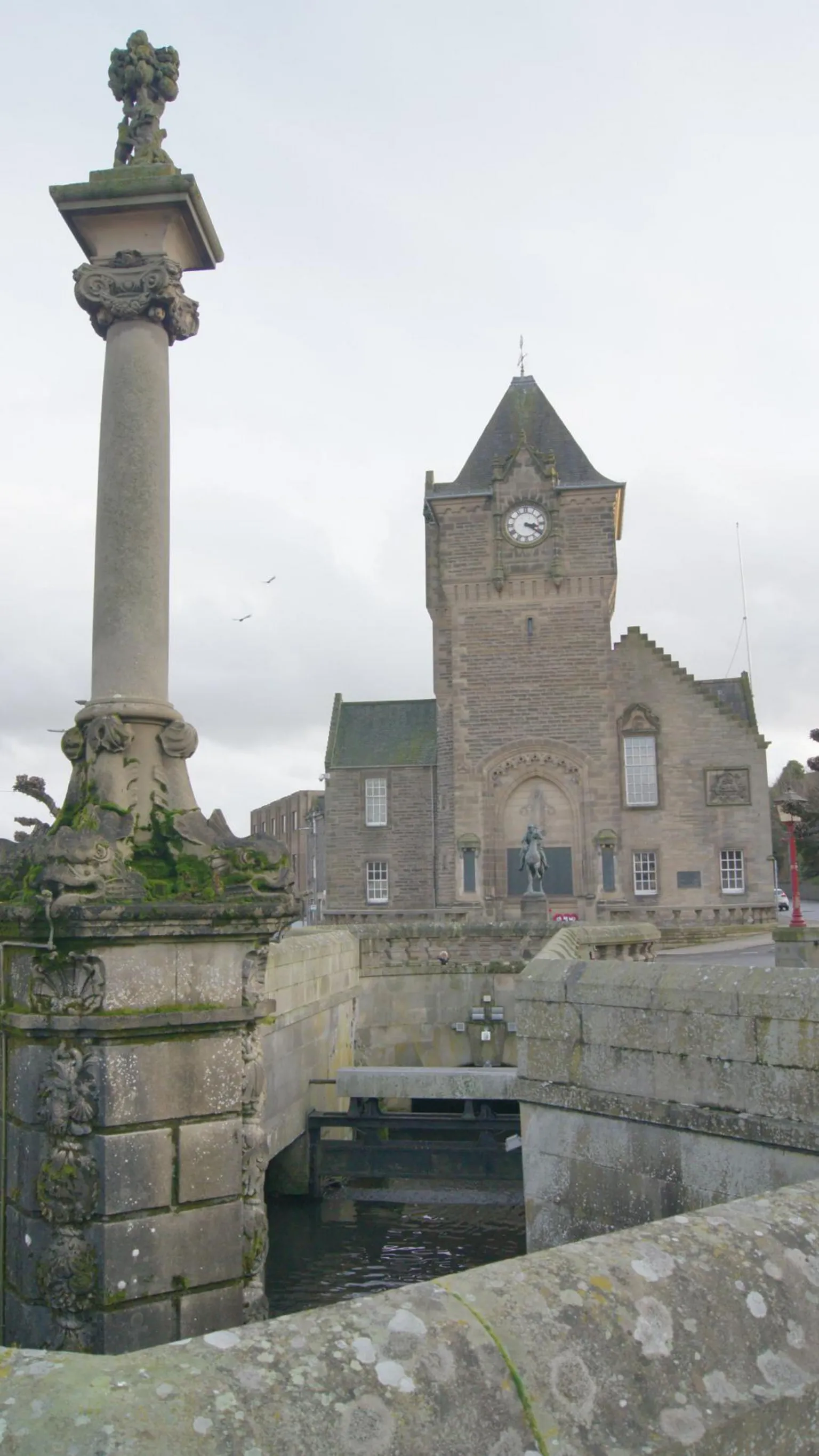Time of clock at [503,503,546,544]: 3:21
